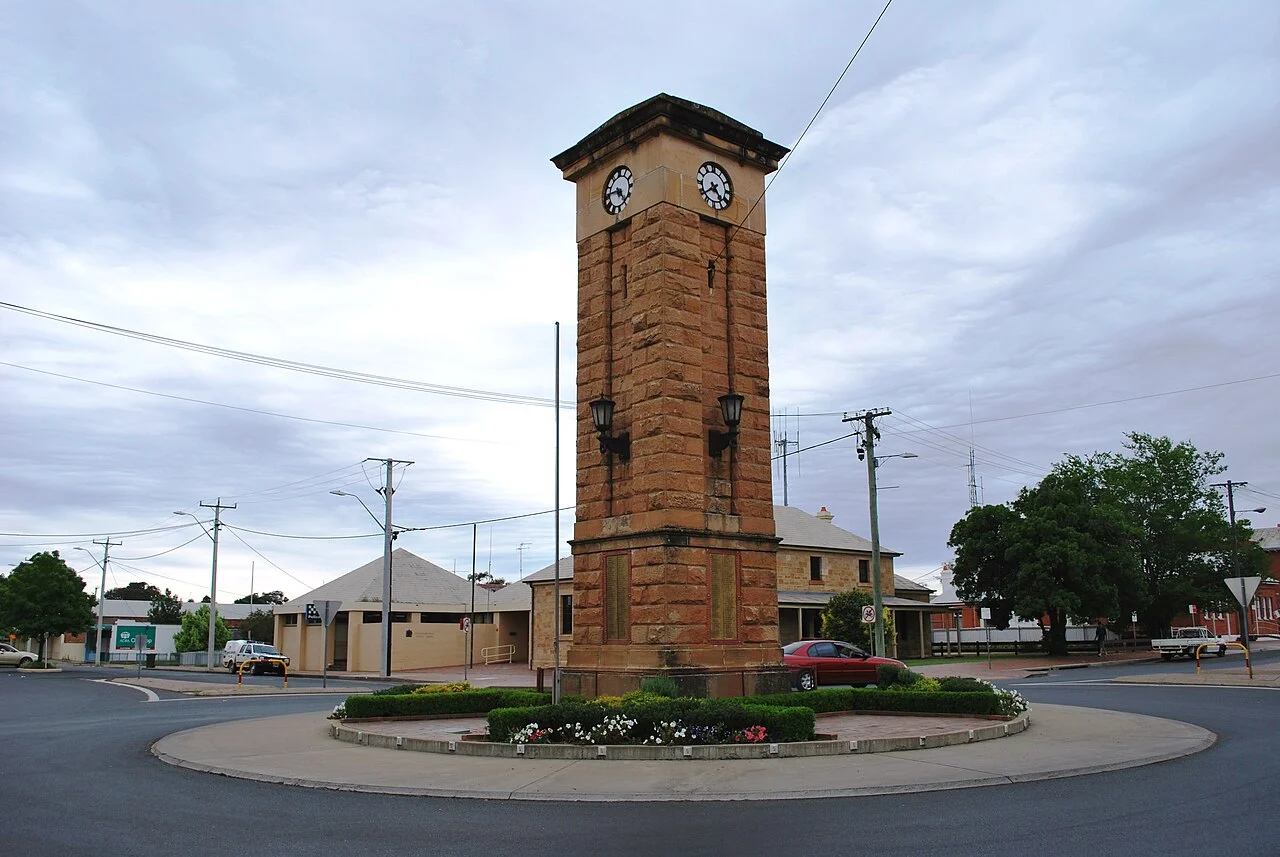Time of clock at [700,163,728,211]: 4:38
